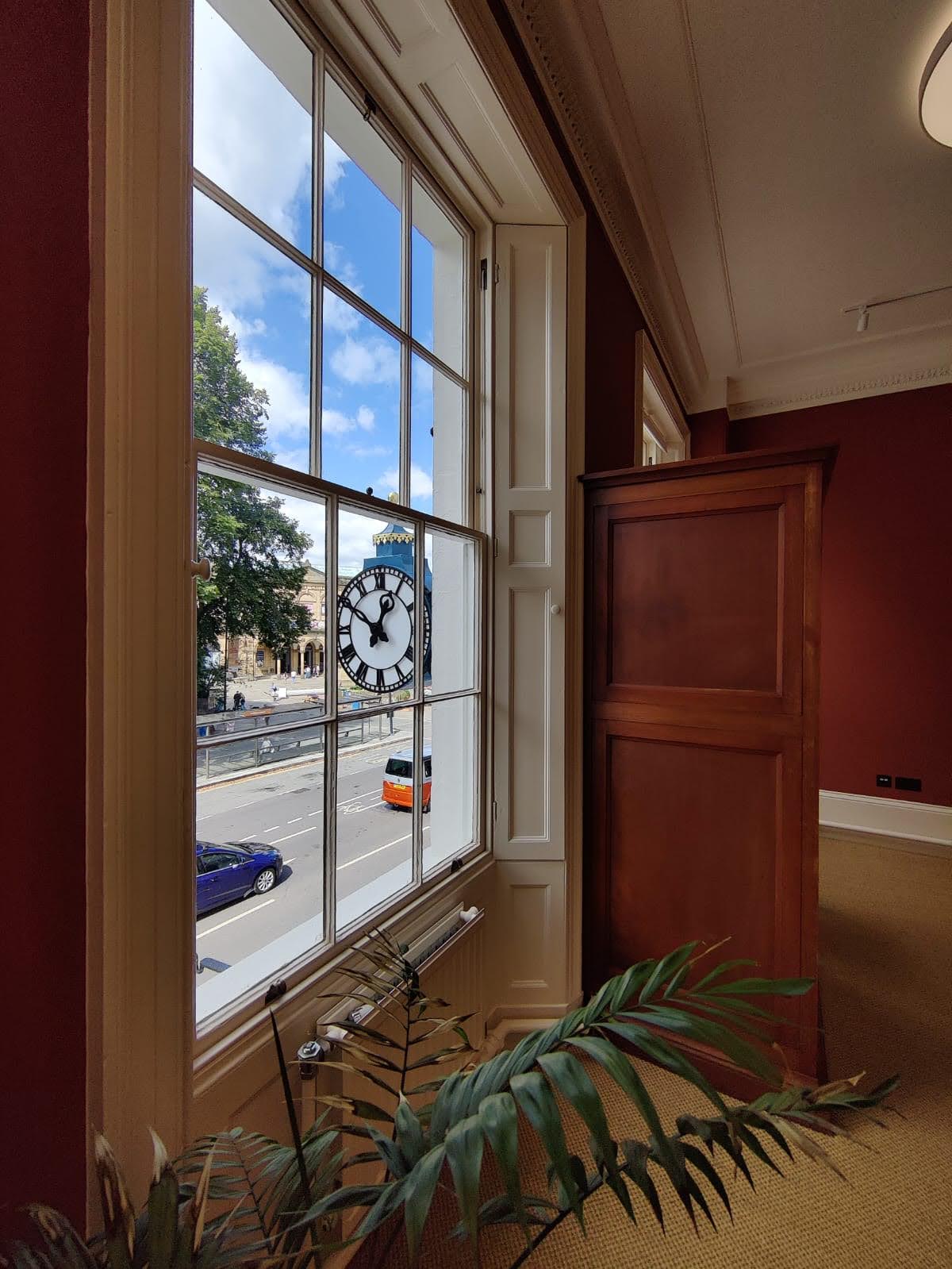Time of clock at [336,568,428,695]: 12:50
